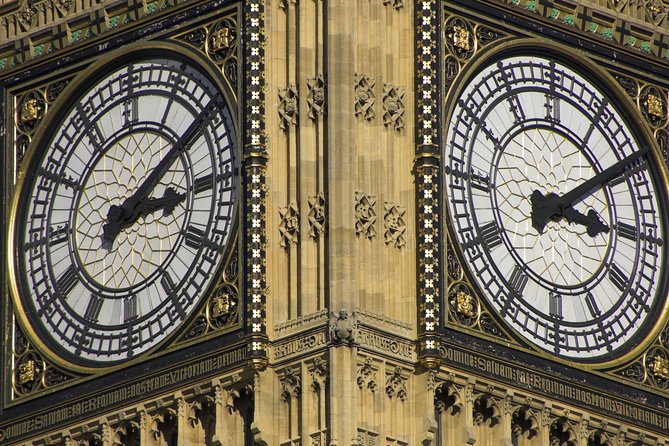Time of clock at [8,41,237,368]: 3:09
